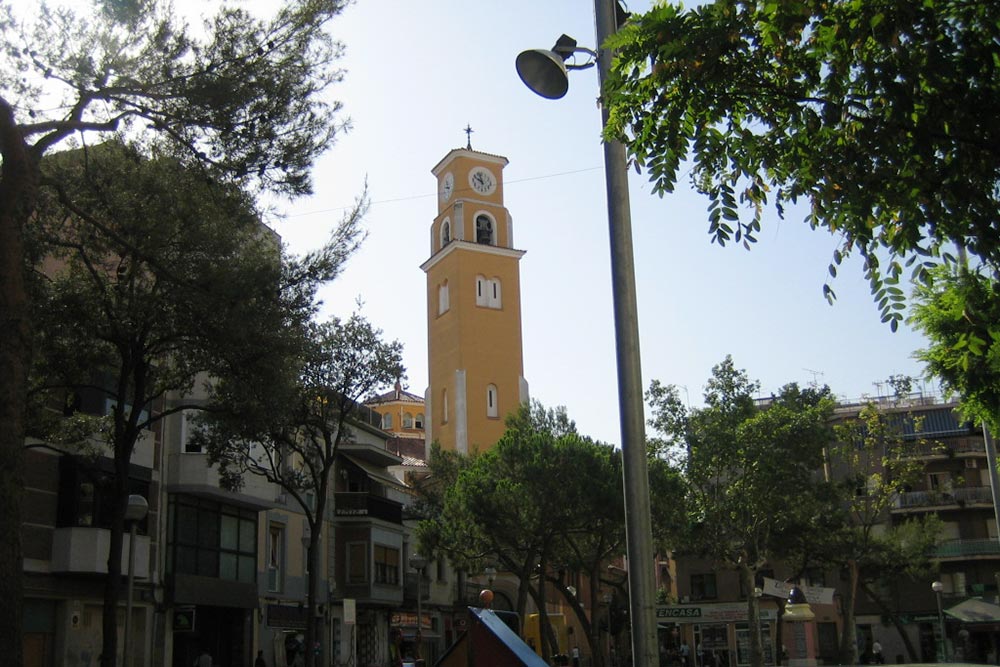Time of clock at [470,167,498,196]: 9:57
